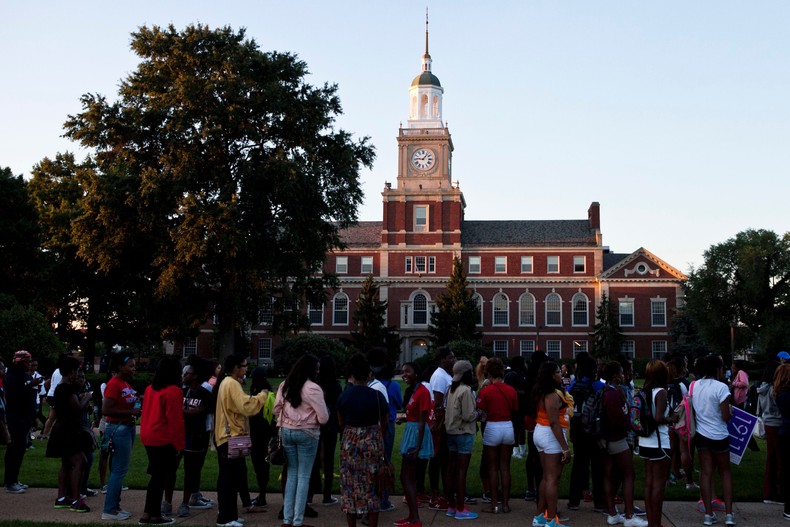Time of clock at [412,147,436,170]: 9:07
